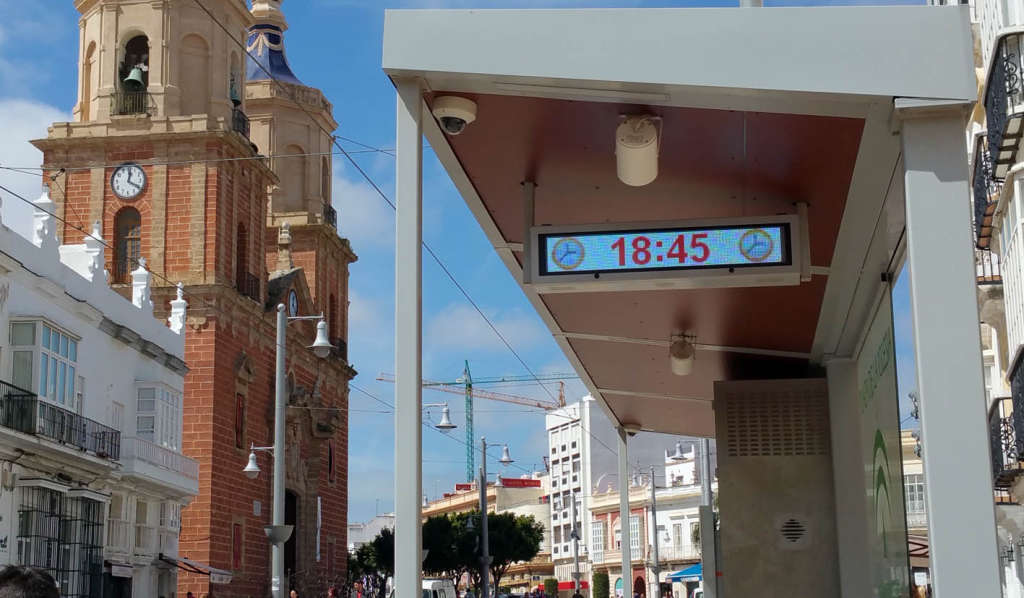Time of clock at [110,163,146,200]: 12:19
